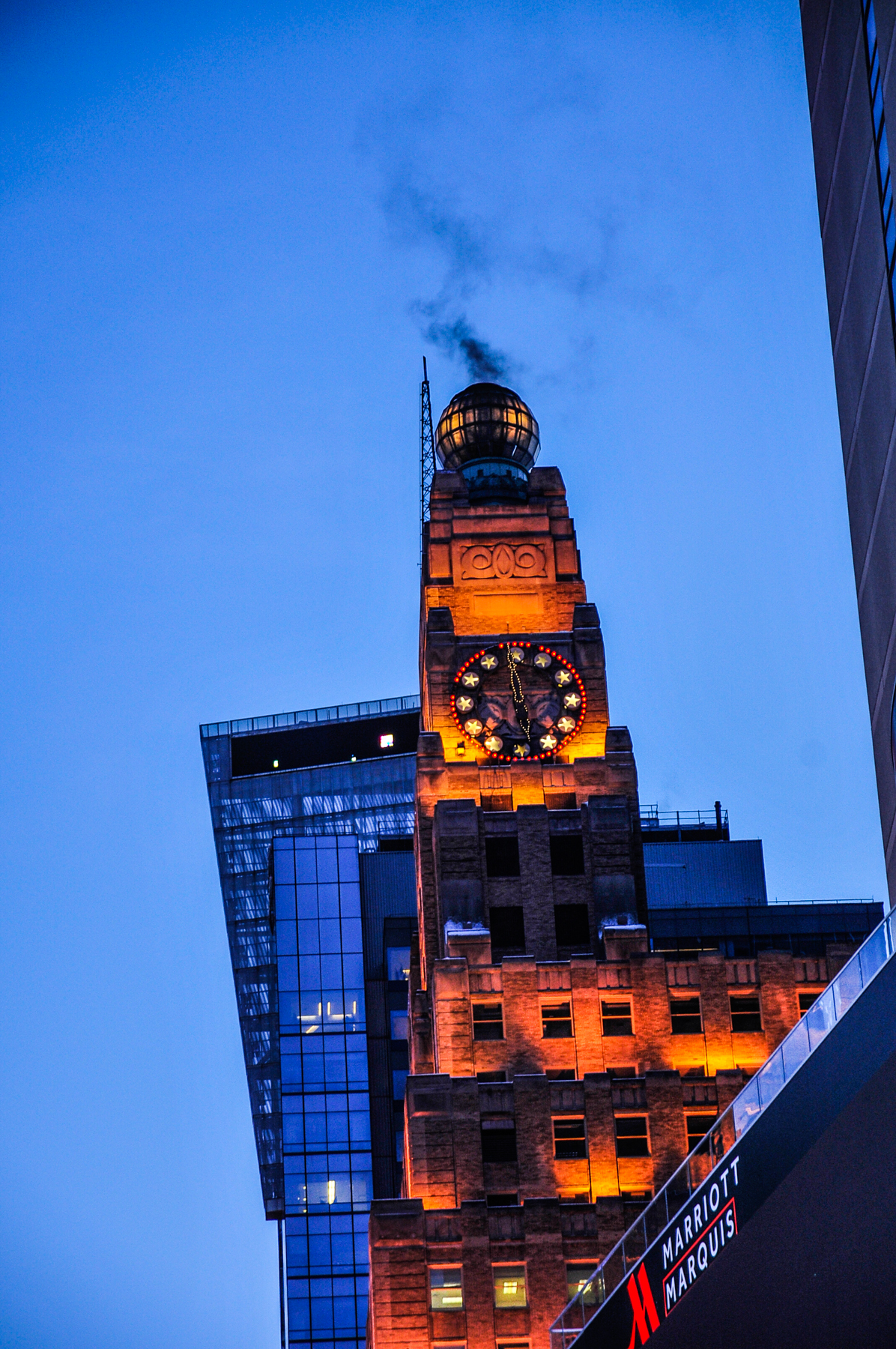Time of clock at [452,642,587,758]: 11:59
